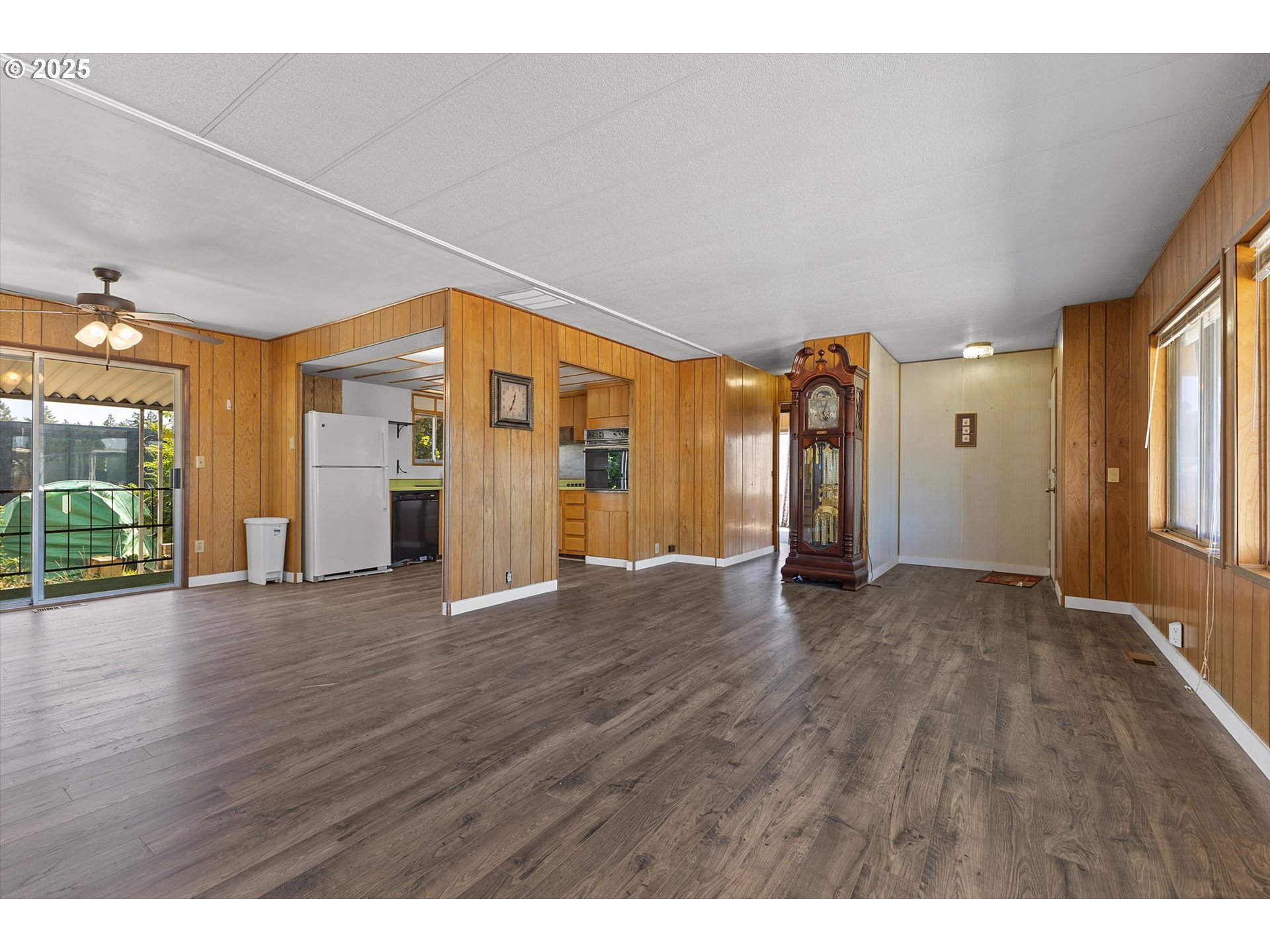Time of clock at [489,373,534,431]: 12:34
